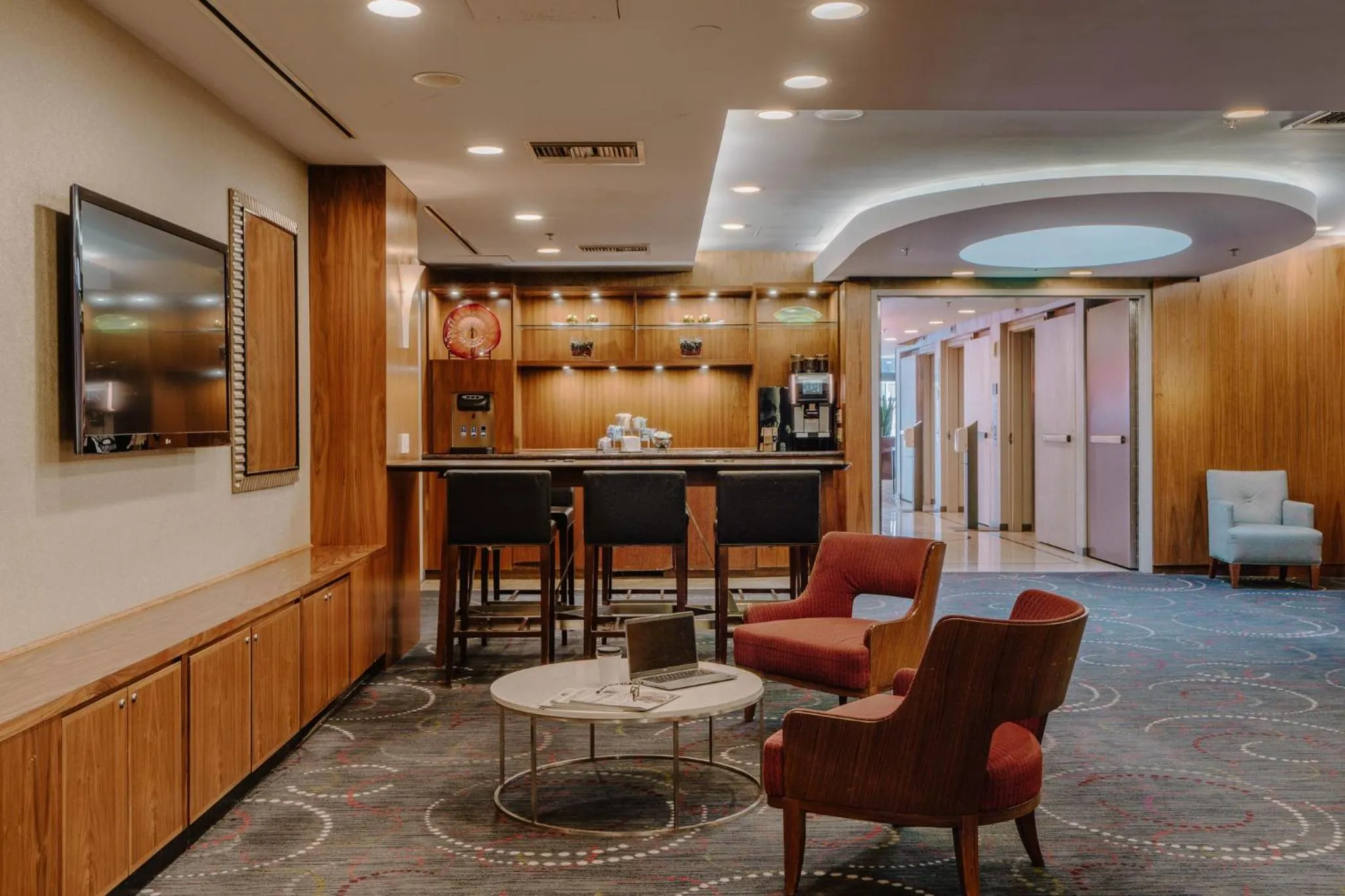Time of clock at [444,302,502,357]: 6:29
